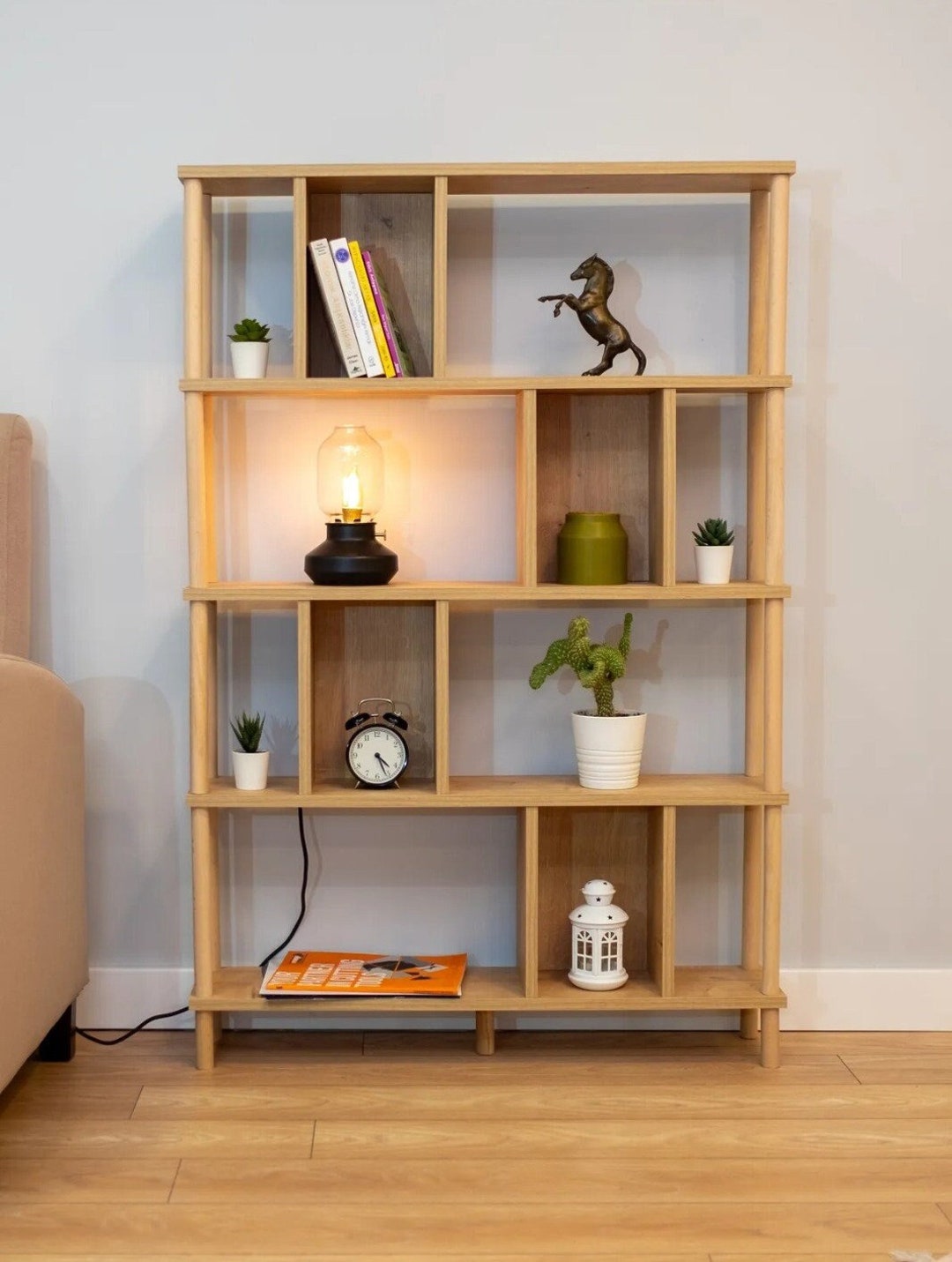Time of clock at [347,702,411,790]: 4:26
